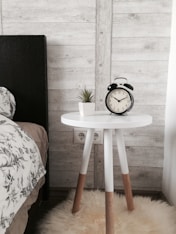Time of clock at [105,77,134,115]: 10:11
